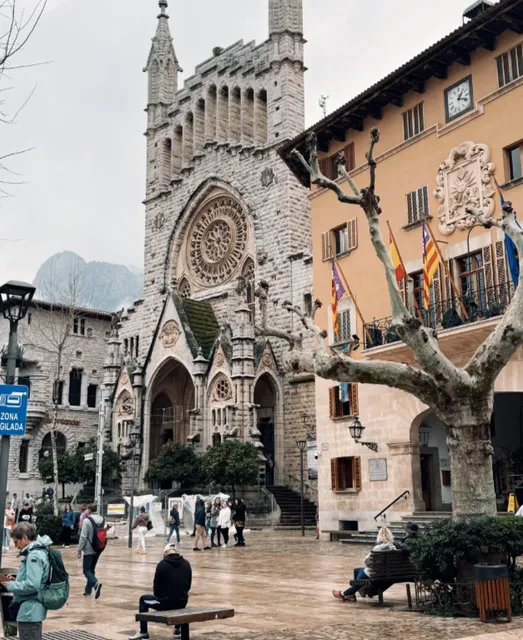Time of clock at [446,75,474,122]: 1:18
